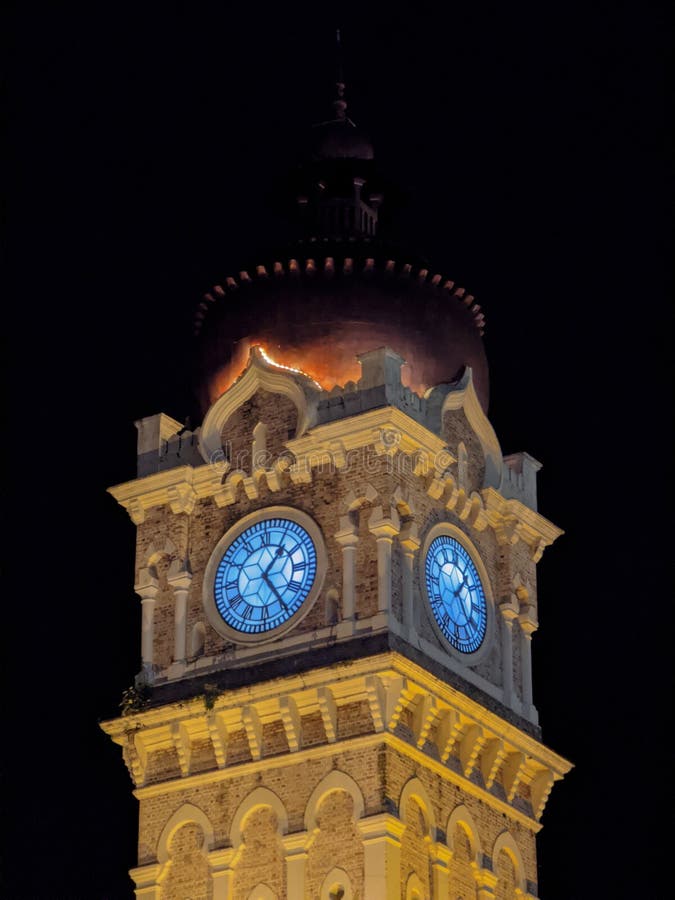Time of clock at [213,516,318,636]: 1:24
